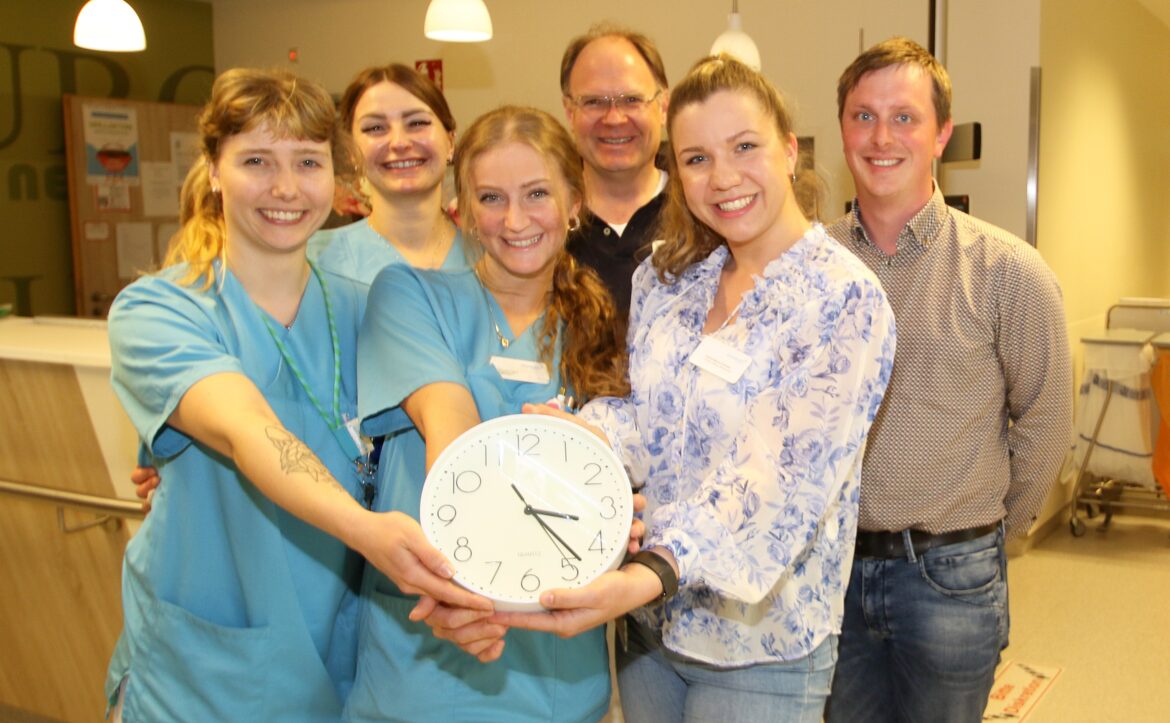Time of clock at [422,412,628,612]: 3:23
